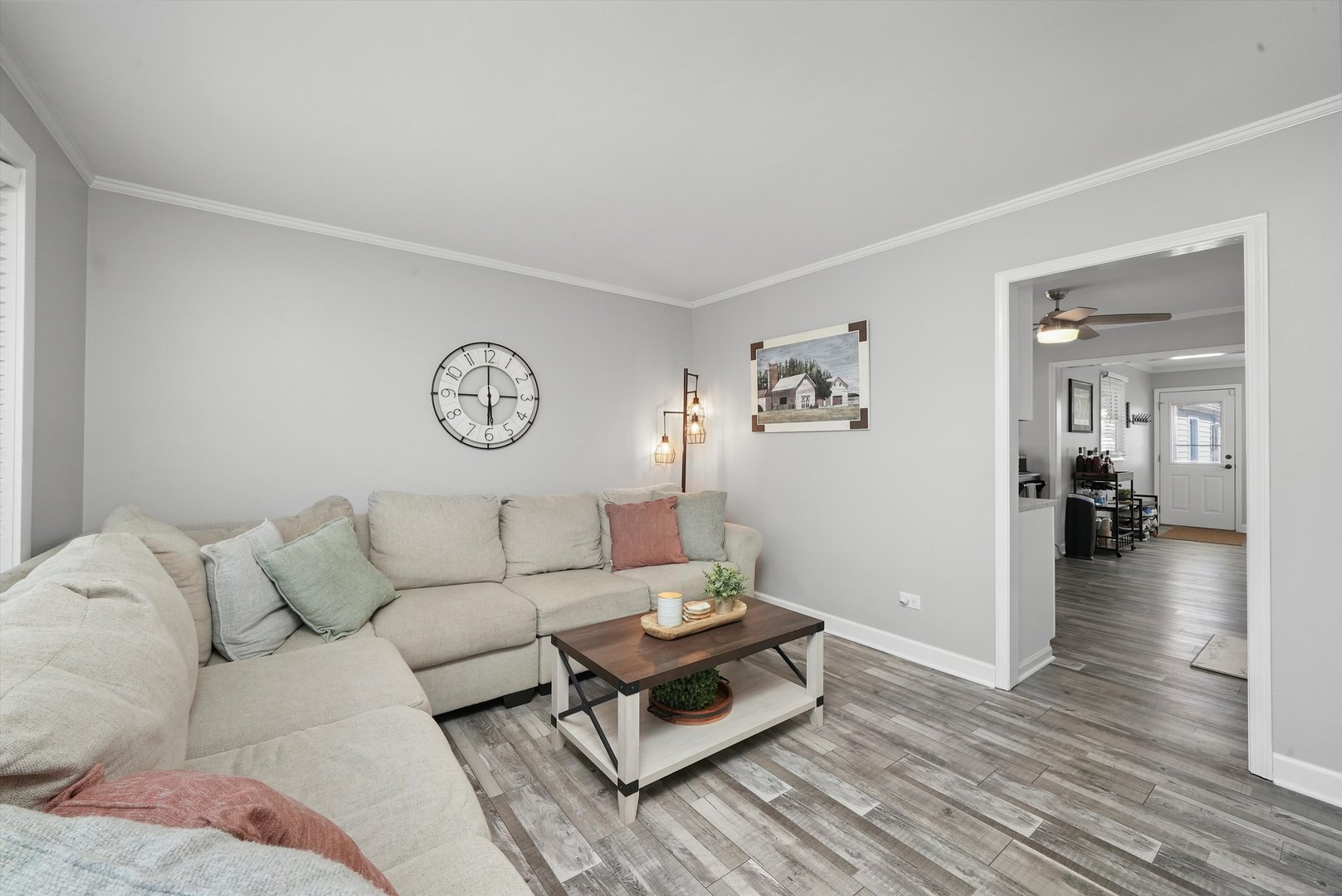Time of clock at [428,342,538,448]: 5:59
